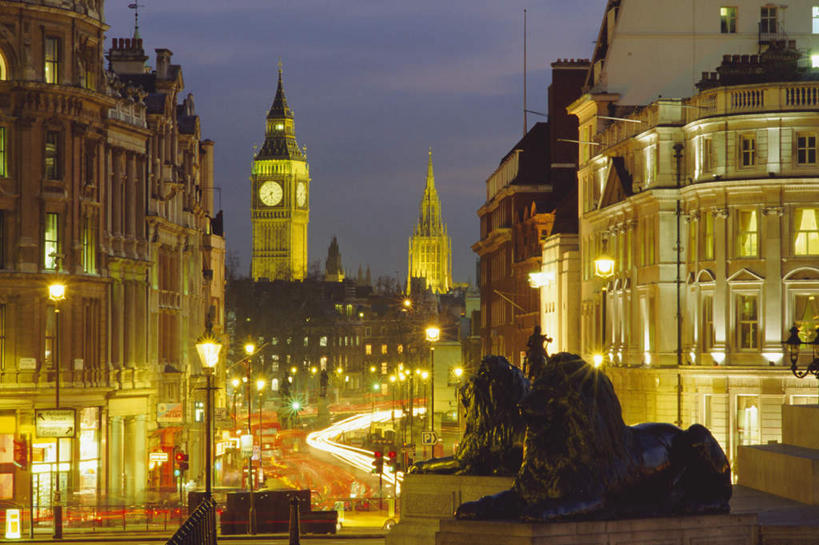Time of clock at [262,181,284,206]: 5:38
